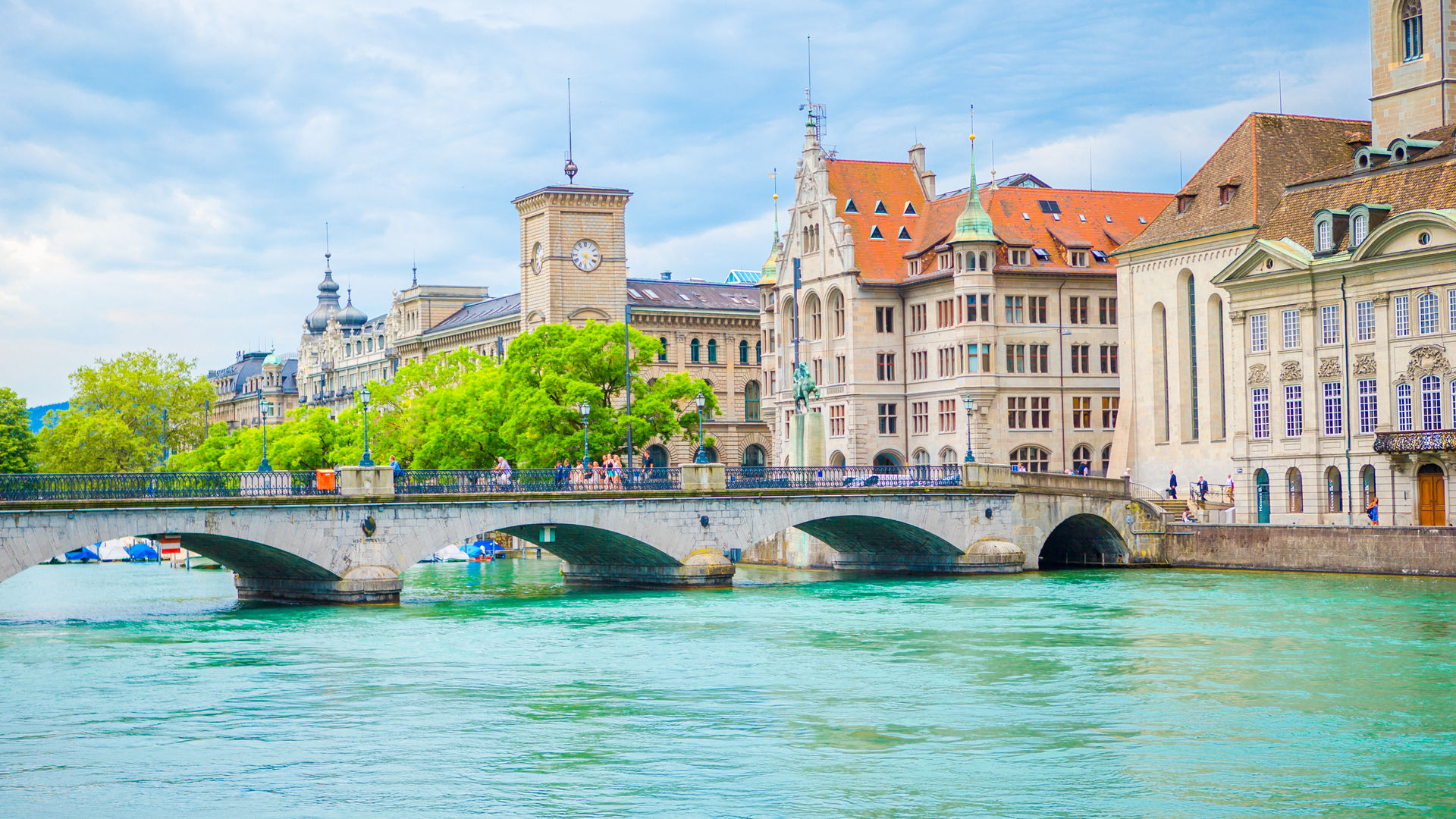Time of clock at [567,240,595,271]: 6:18
